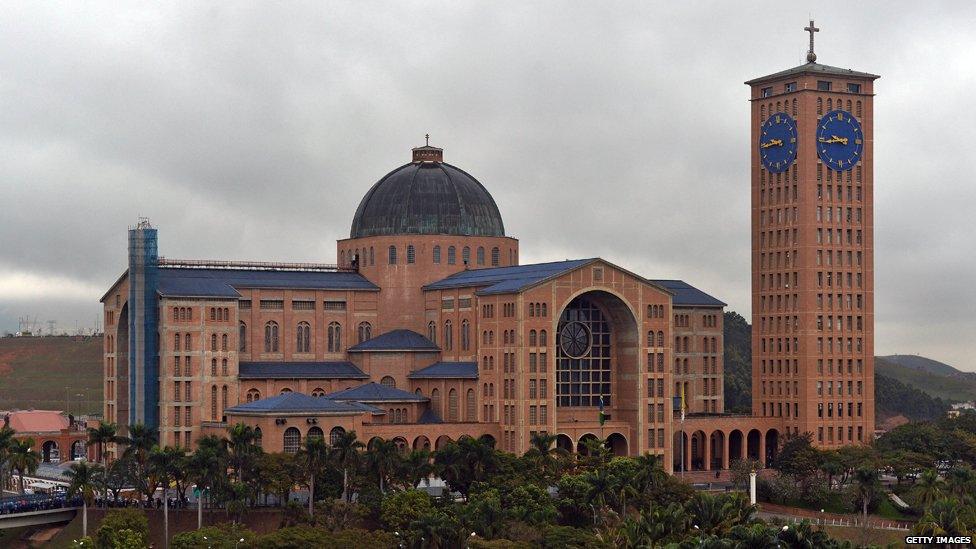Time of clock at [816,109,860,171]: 9:44
